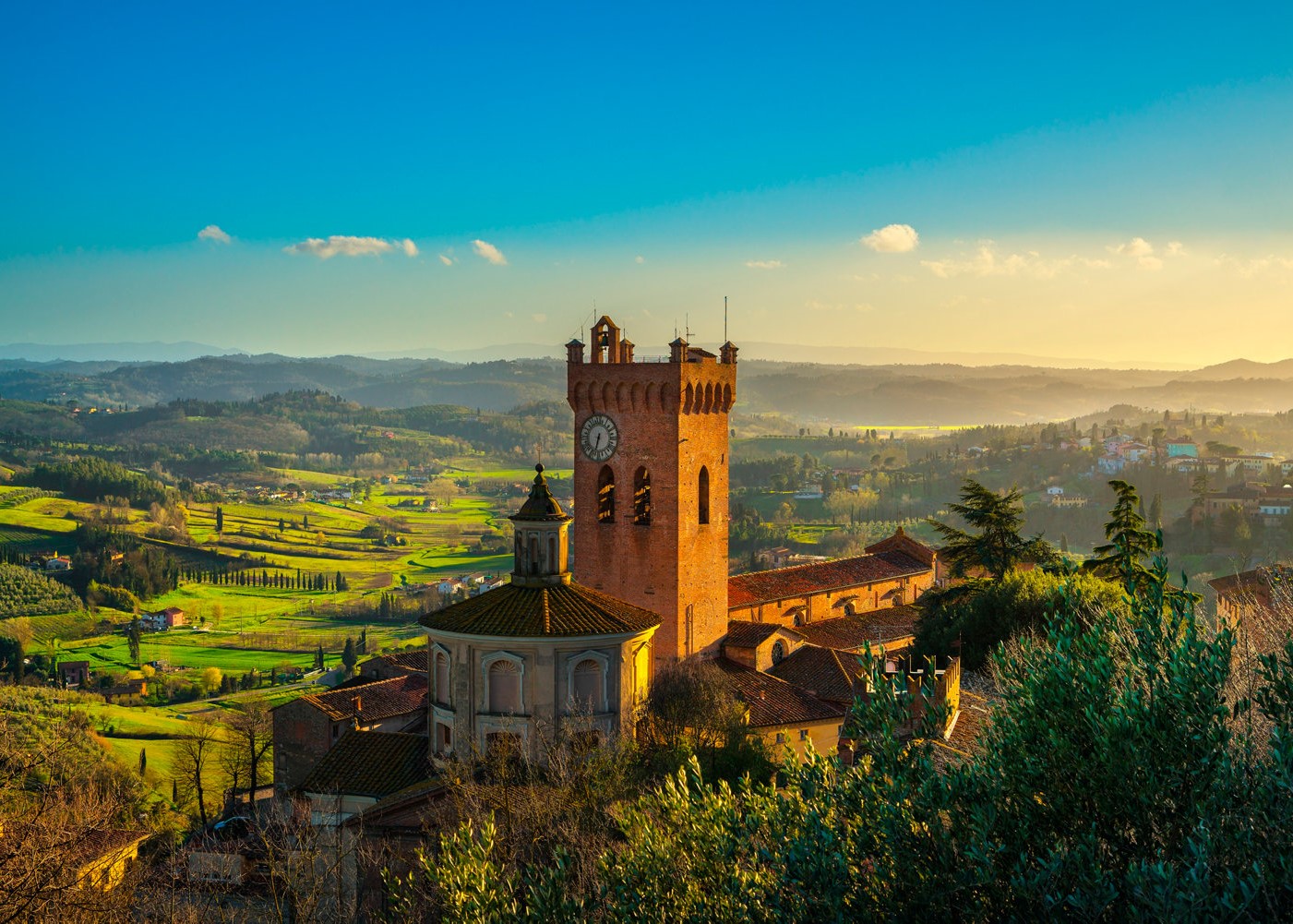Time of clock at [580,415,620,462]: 6:32
